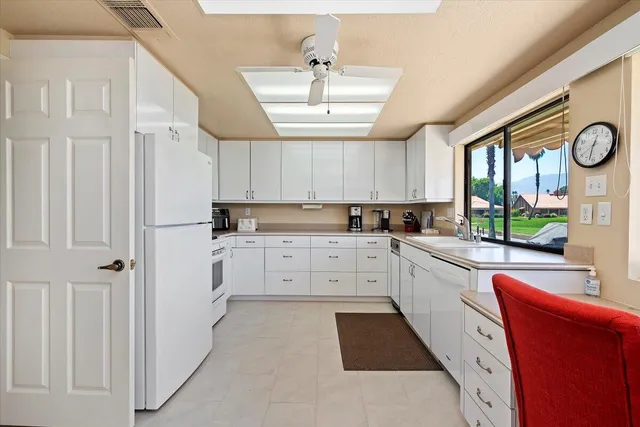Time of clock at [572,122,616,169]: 12:32
